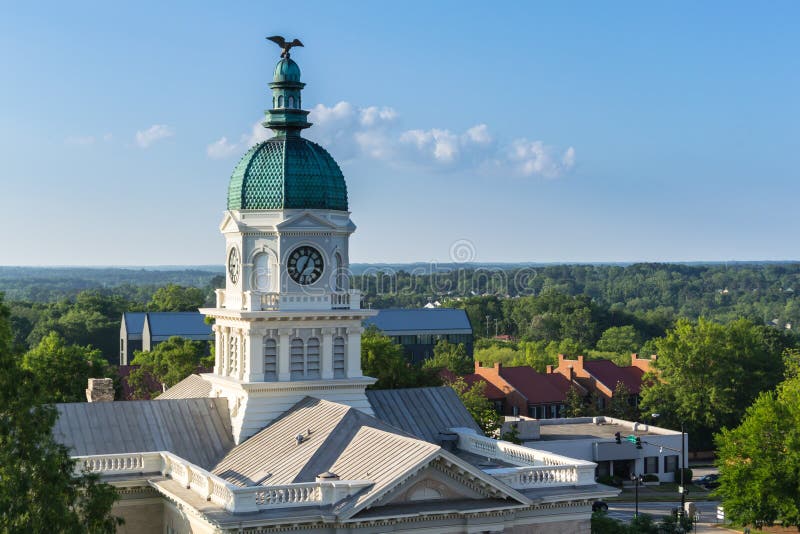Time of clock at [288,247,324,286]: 7:04
